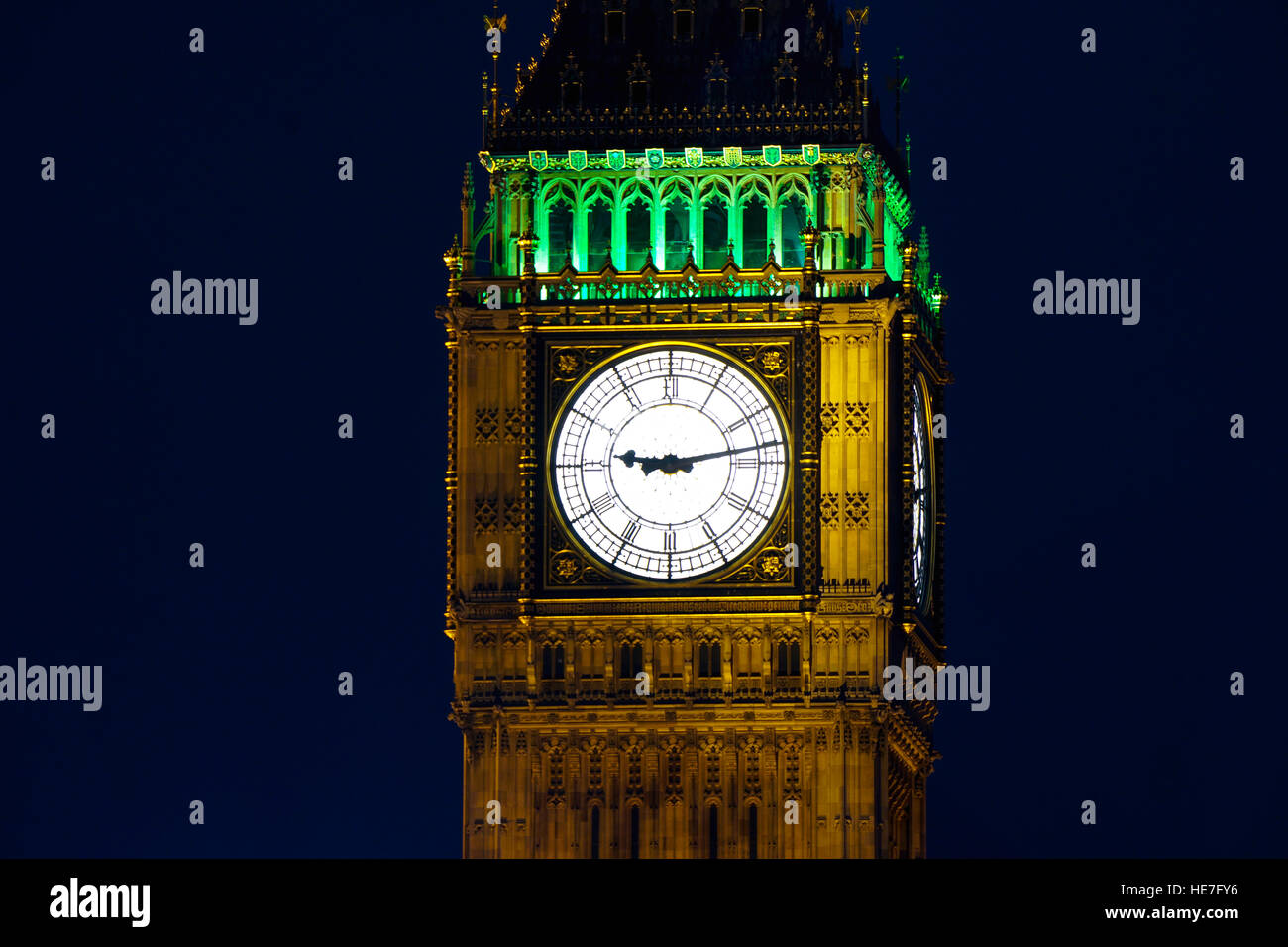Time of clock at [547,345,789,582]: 9:13
